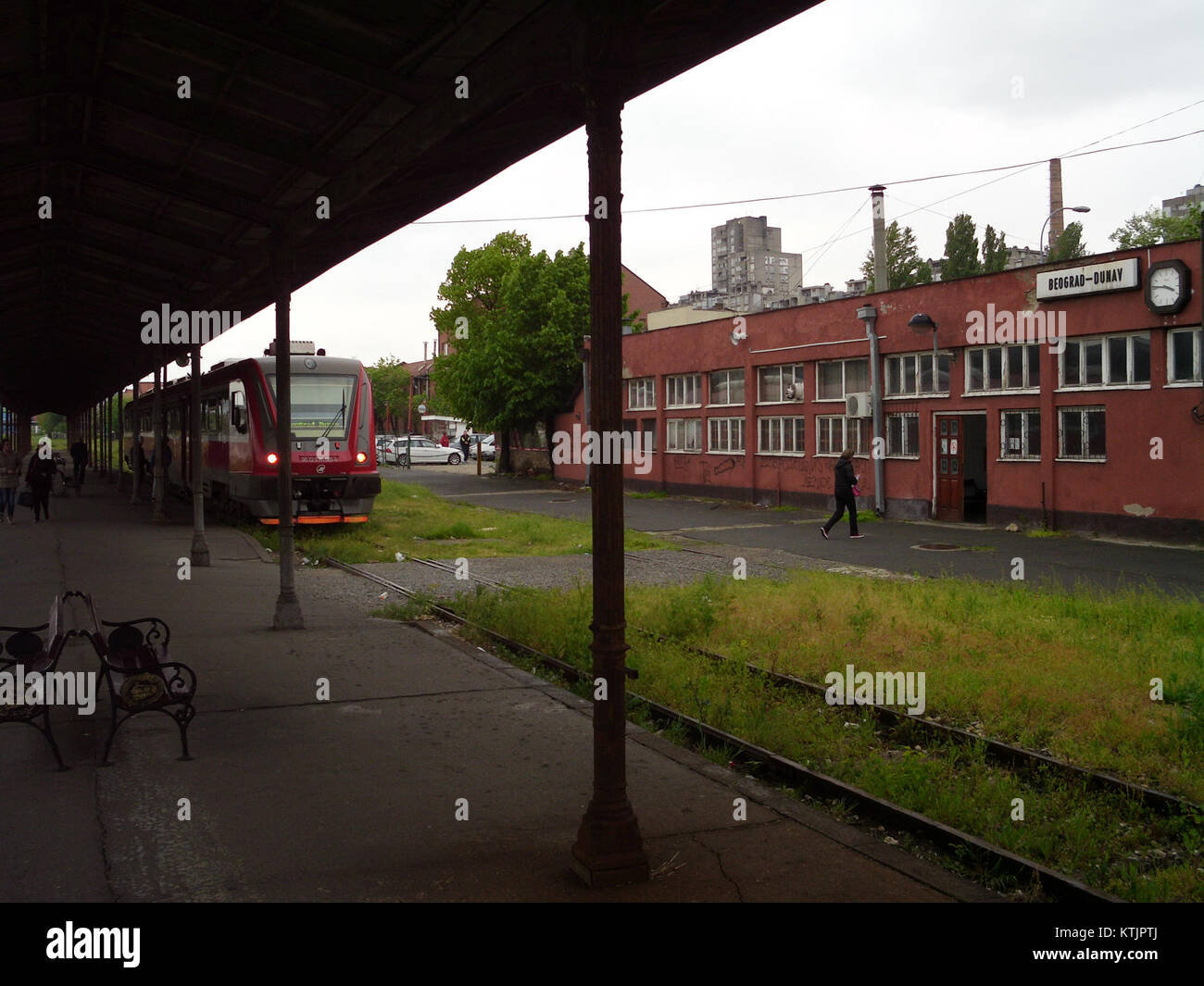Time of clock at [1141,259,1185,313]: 3:46
